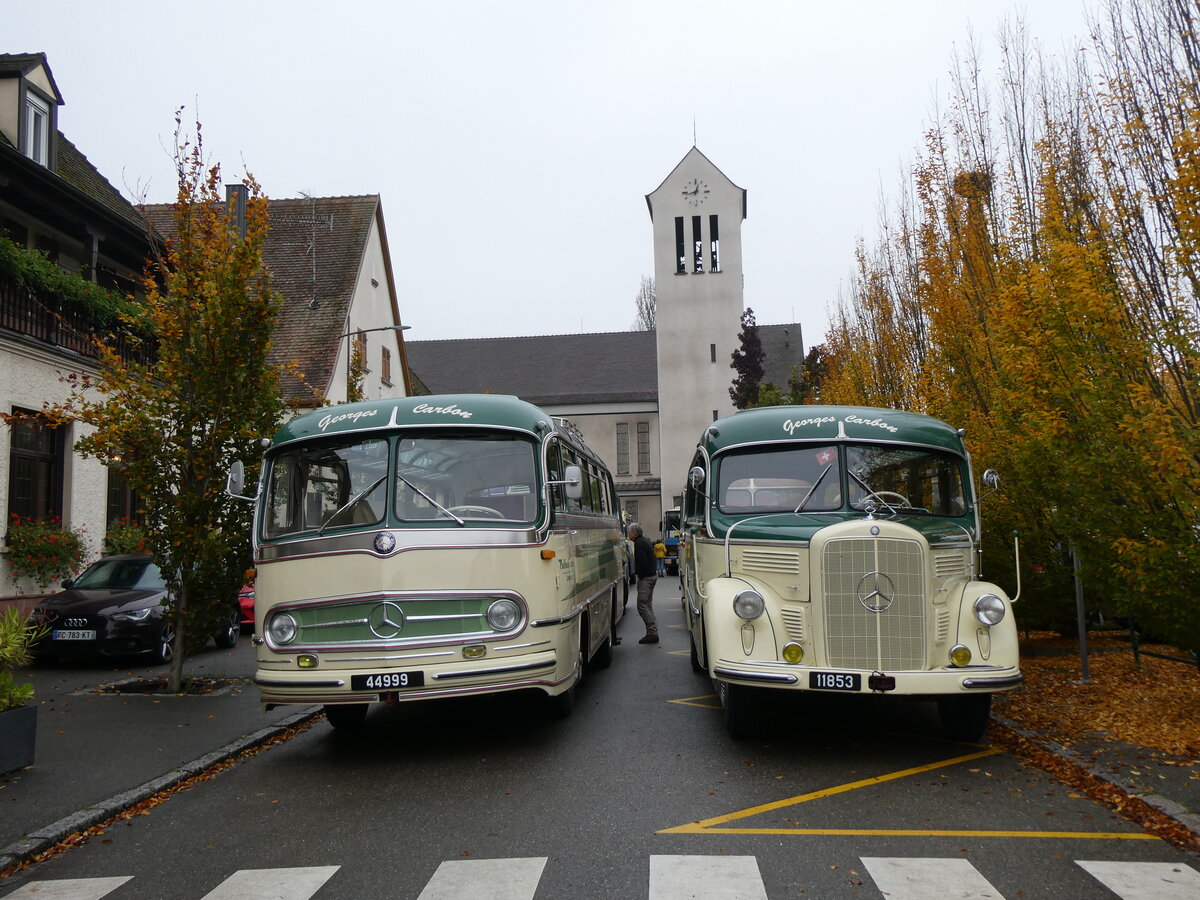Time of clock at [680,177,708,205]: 12:42
